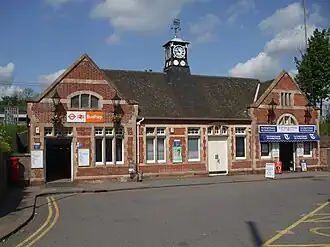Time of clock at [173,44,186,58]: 10:42
